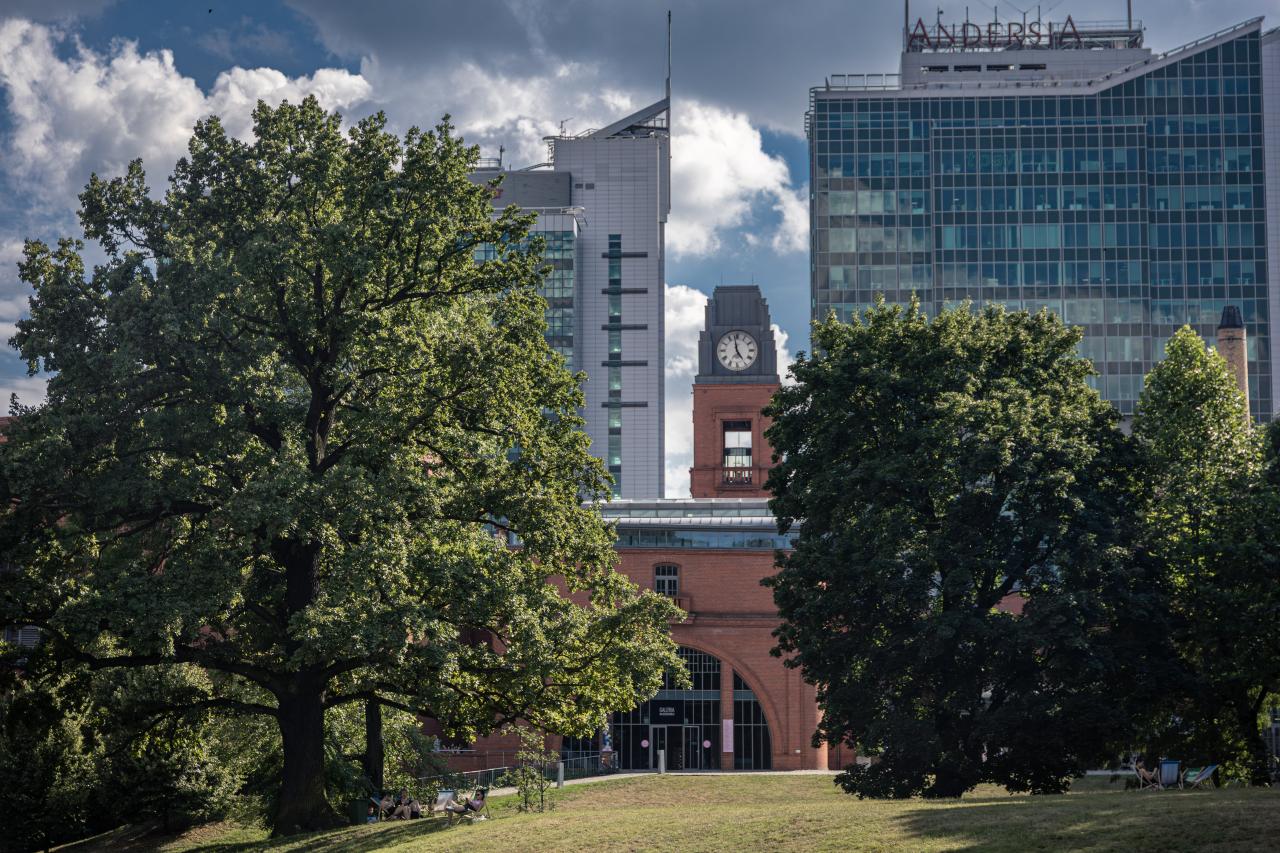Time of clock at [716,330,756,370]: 4:58
